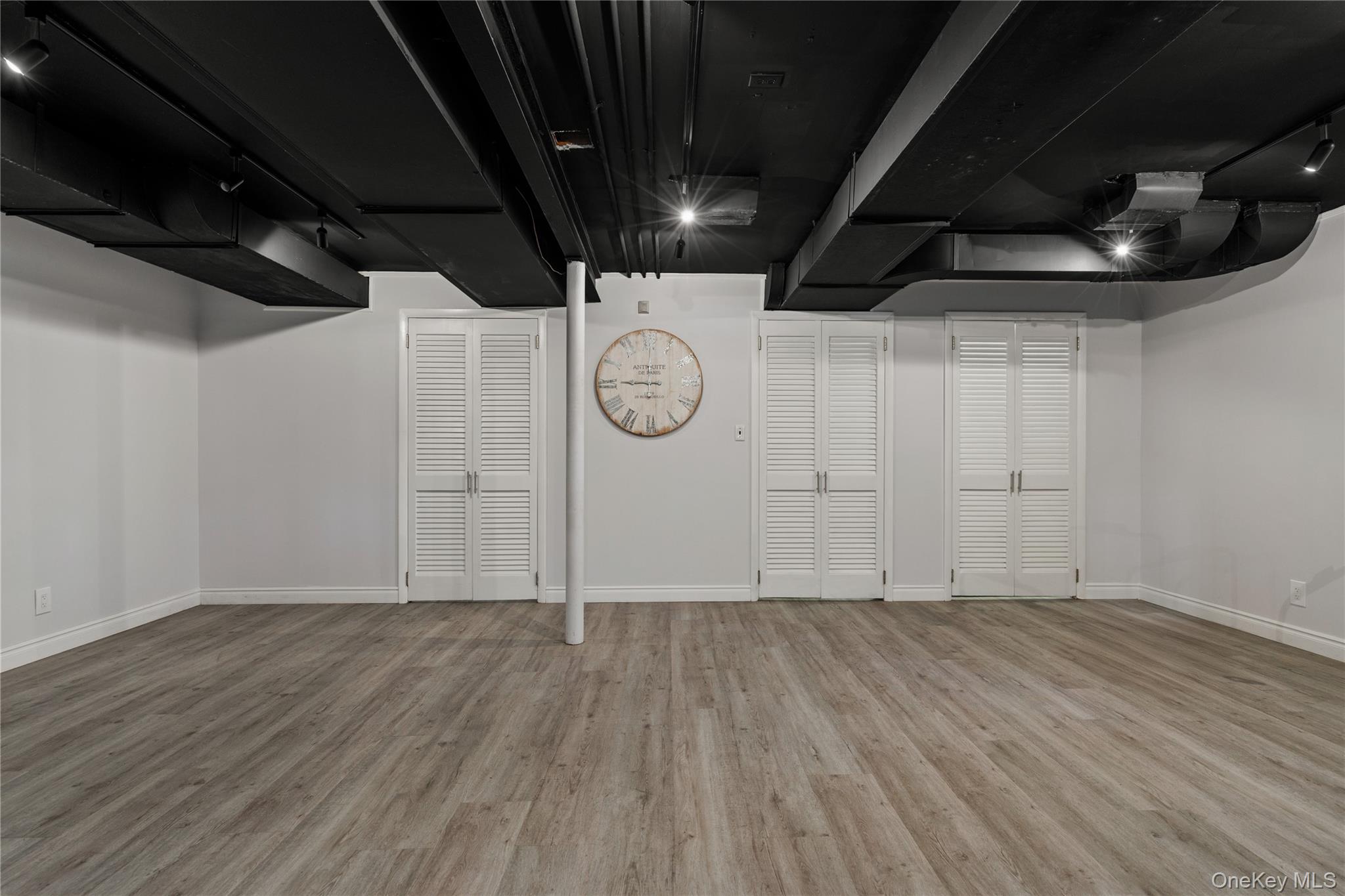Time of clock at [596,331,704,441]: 9:01
